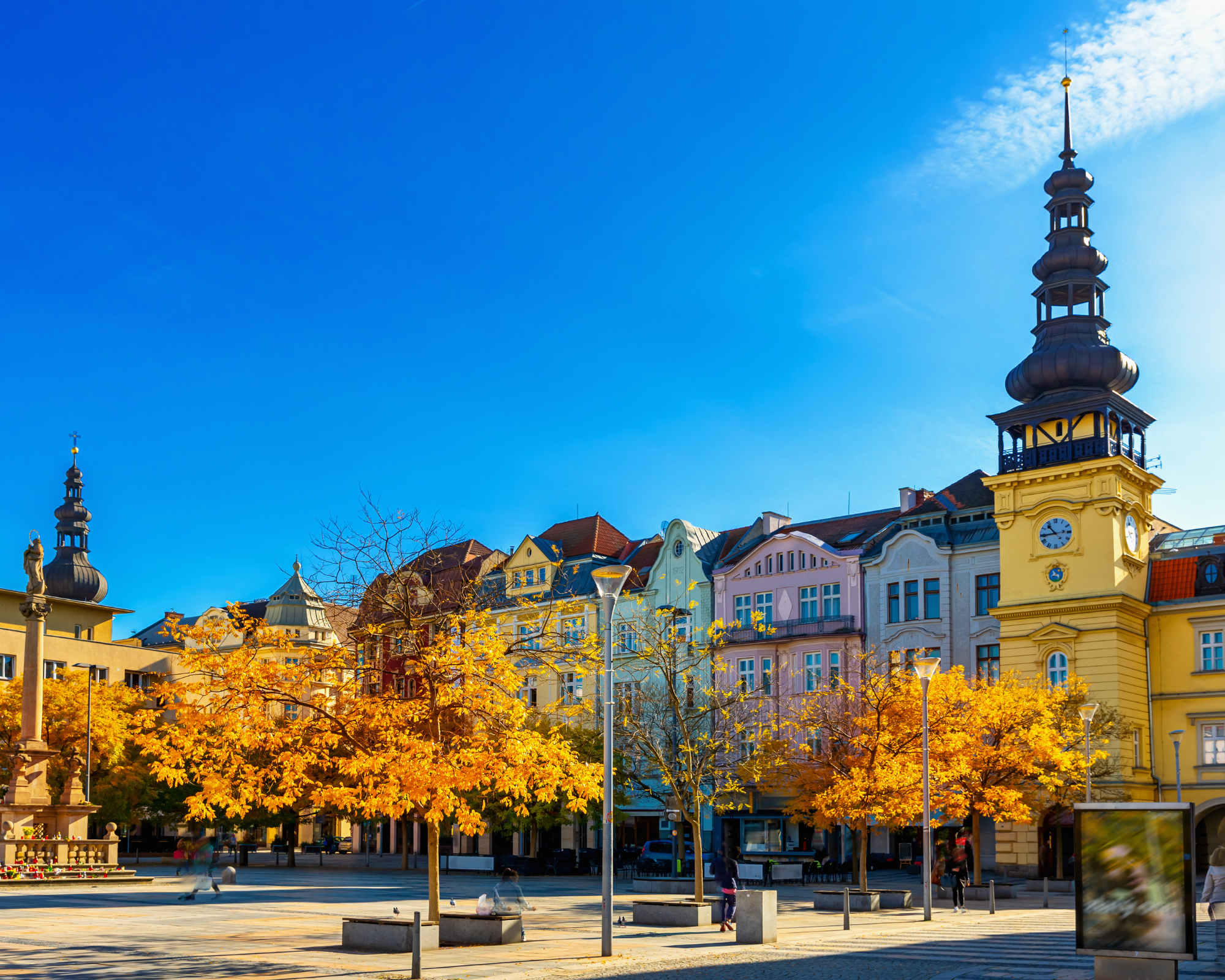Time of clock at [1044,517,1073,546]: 10:44
